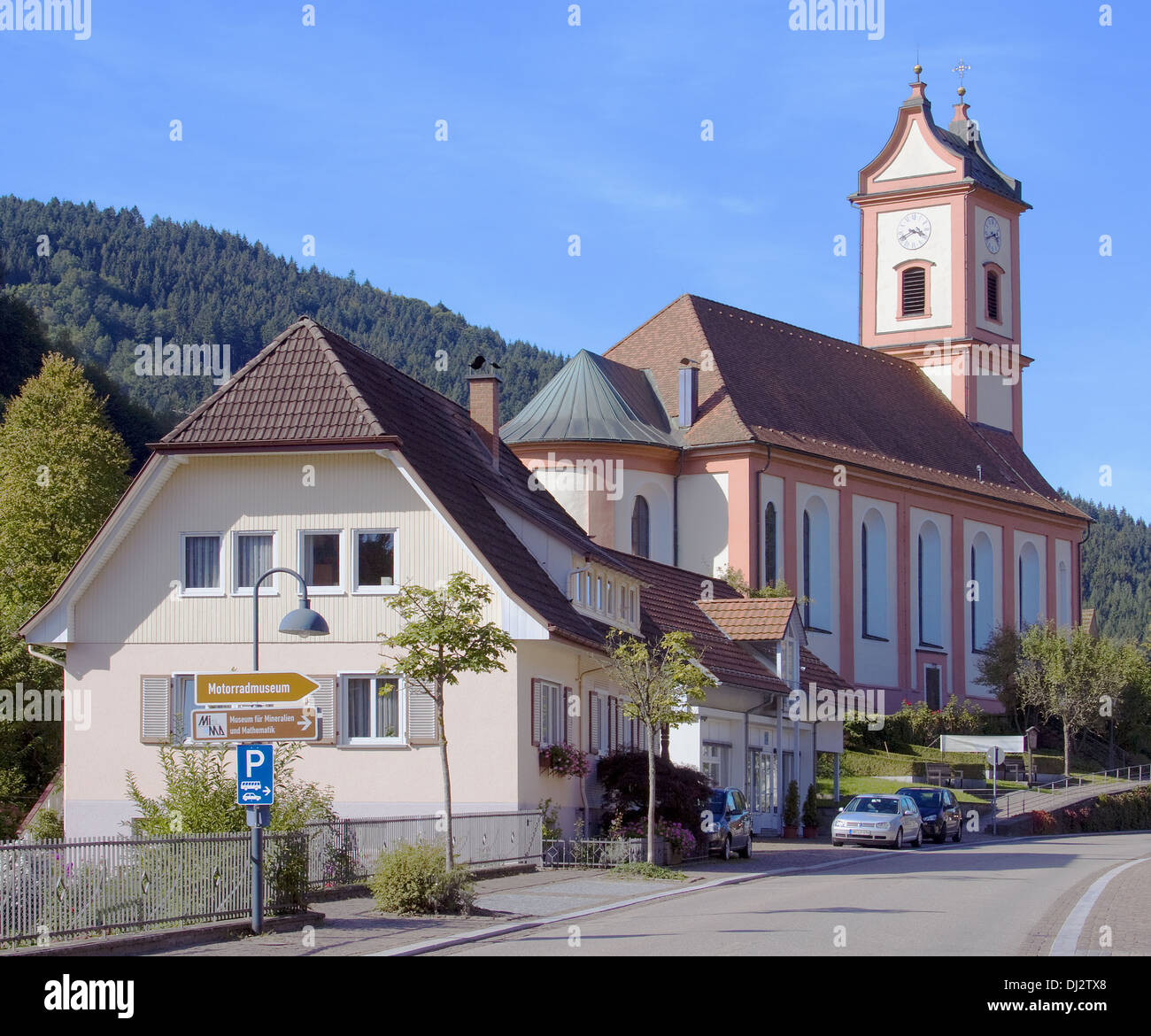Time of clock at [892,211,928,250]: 3:40
